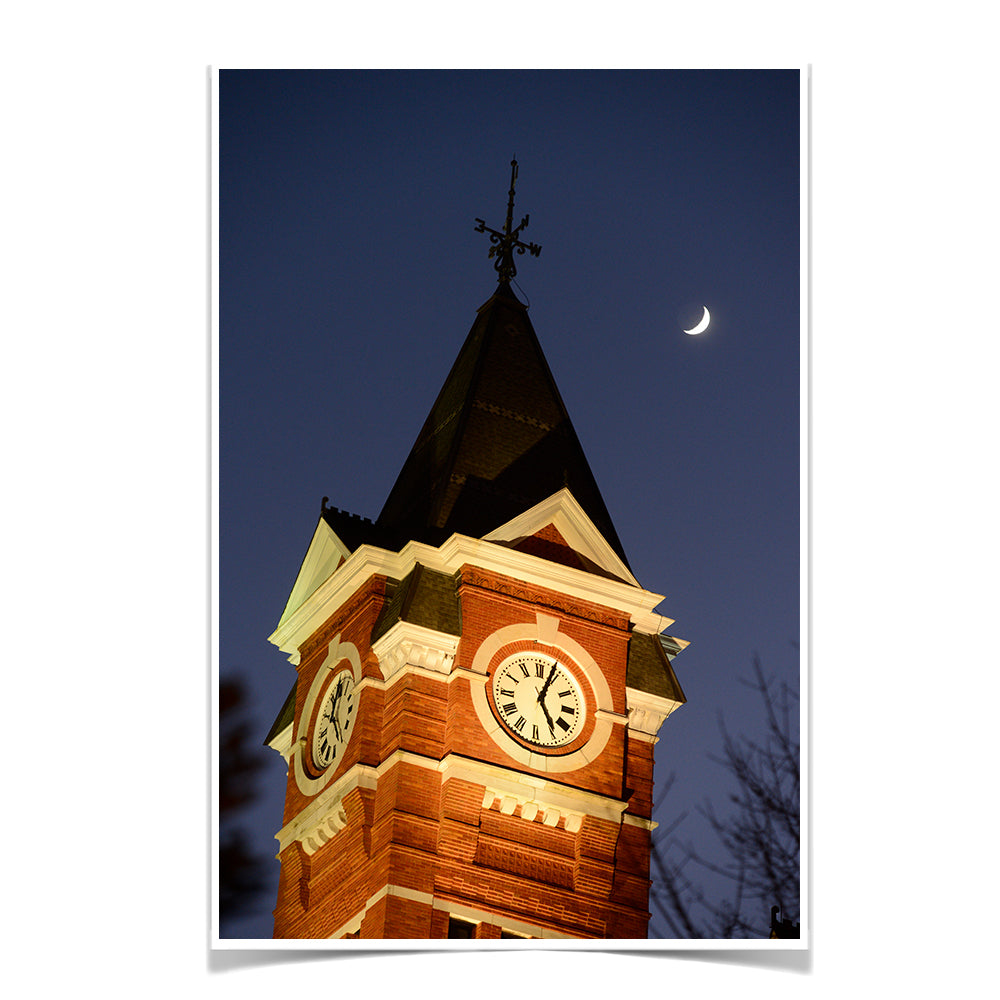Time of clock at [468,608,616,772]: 5:03
